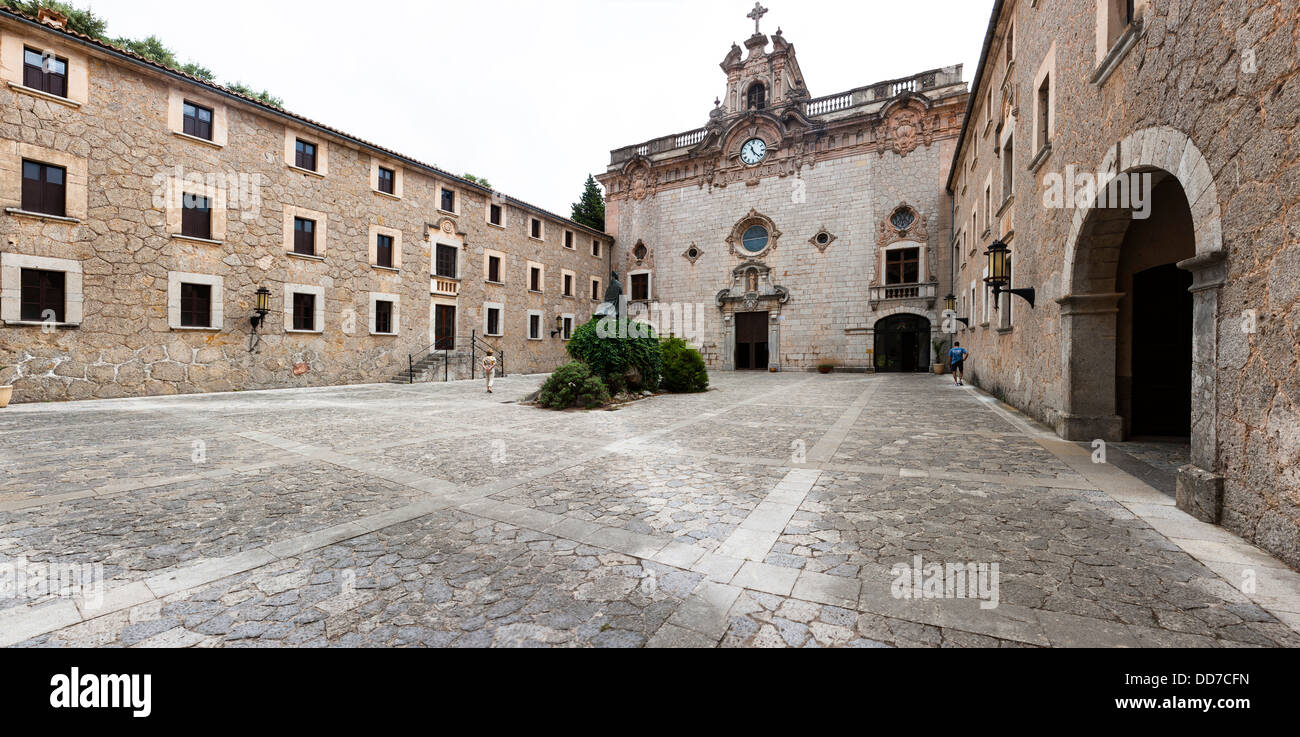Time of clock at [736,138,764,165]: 11:22
